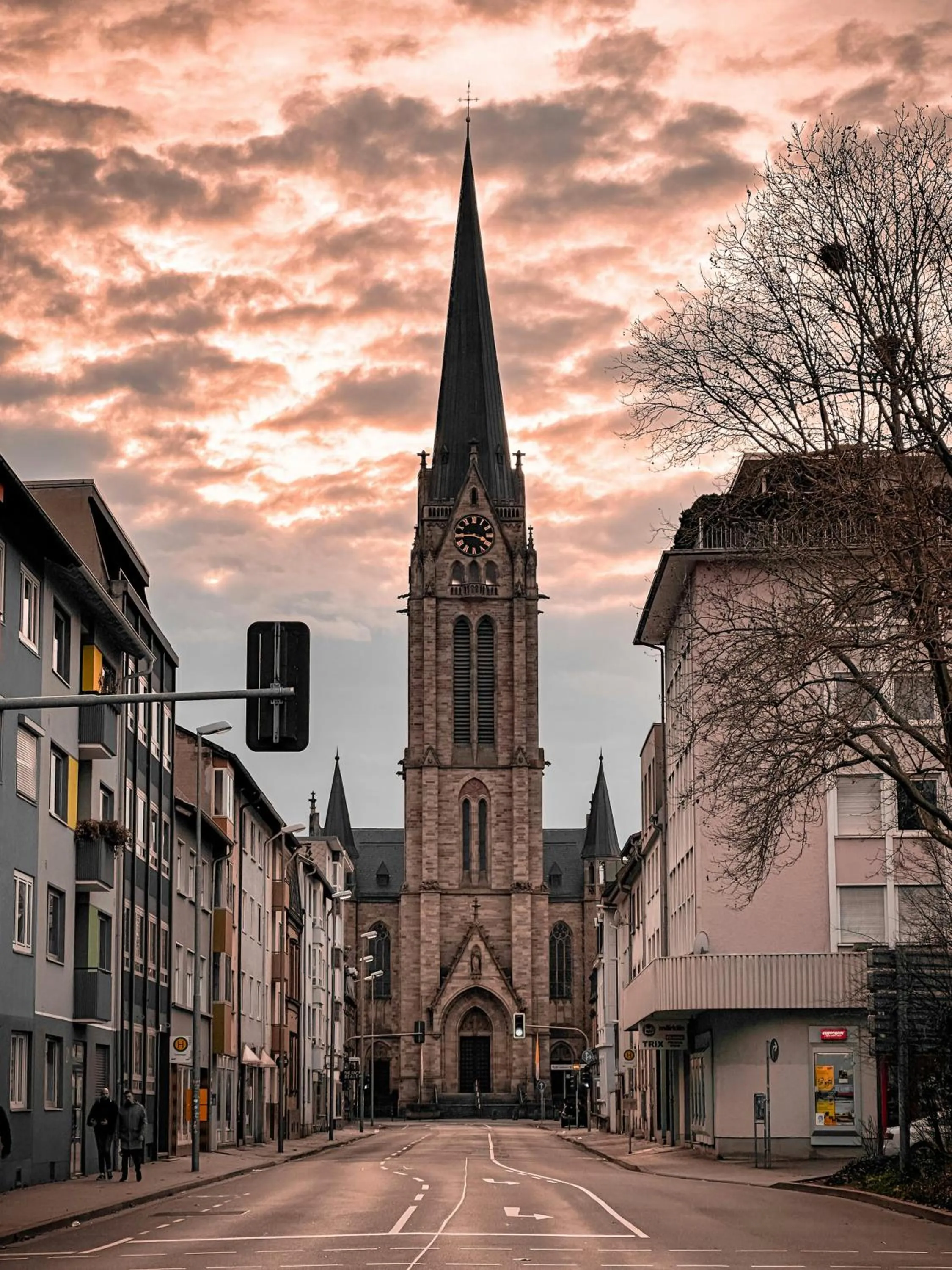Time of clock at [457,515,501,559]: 3:44
